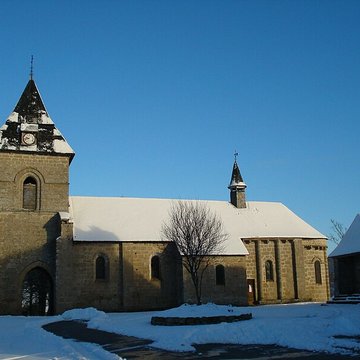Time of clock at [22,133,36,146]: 9:42
